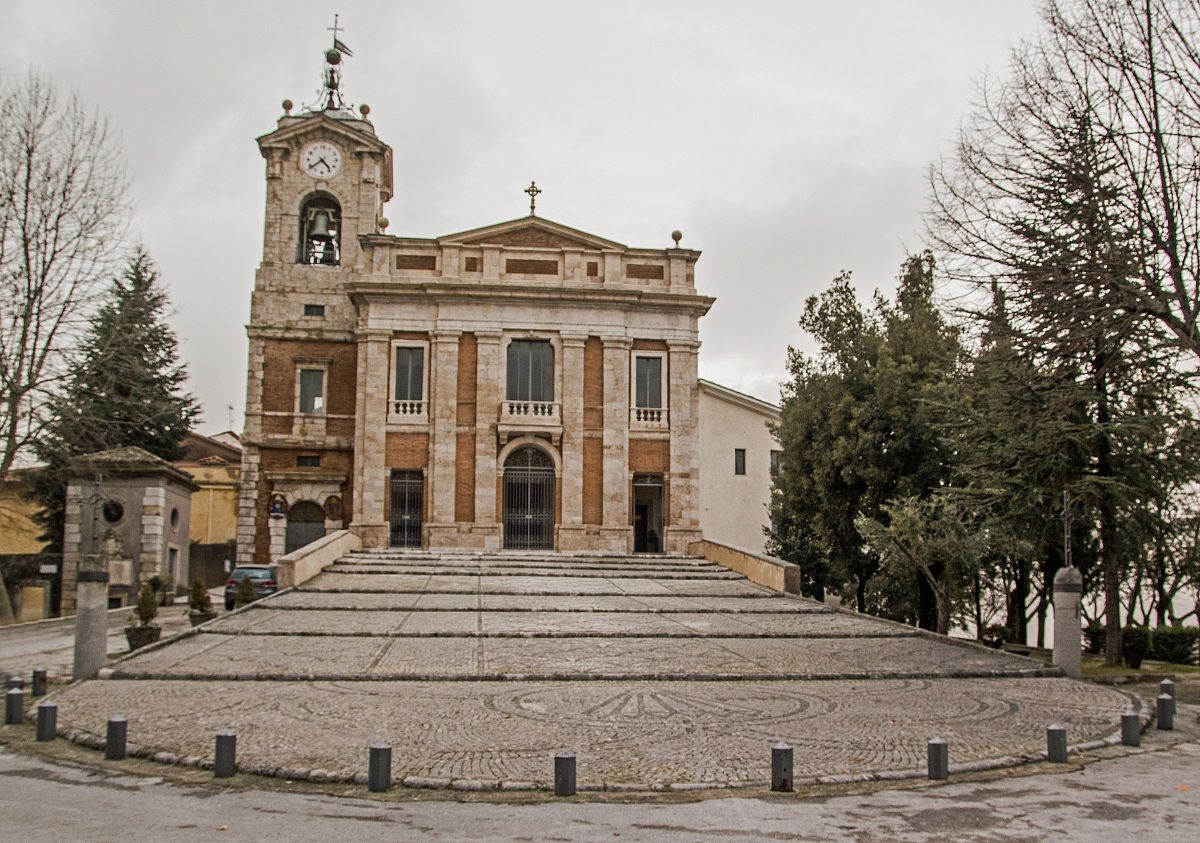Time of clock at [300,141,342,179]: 4:38
